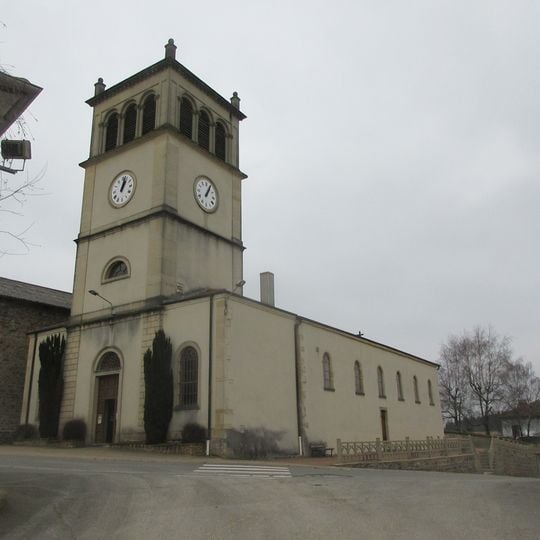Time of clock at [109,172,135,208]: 1:02
